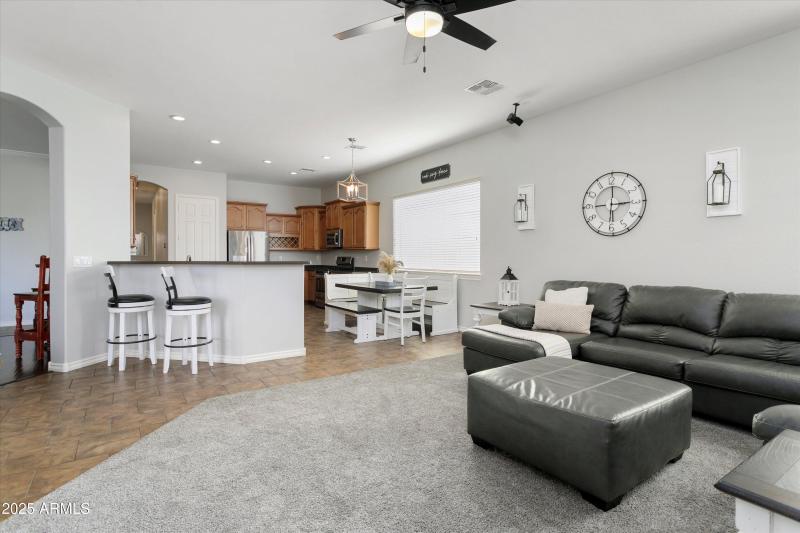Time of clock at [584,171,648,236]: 3:00
